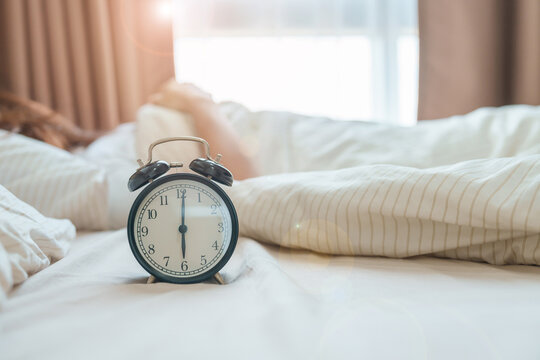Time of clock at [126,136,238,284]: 6:00
